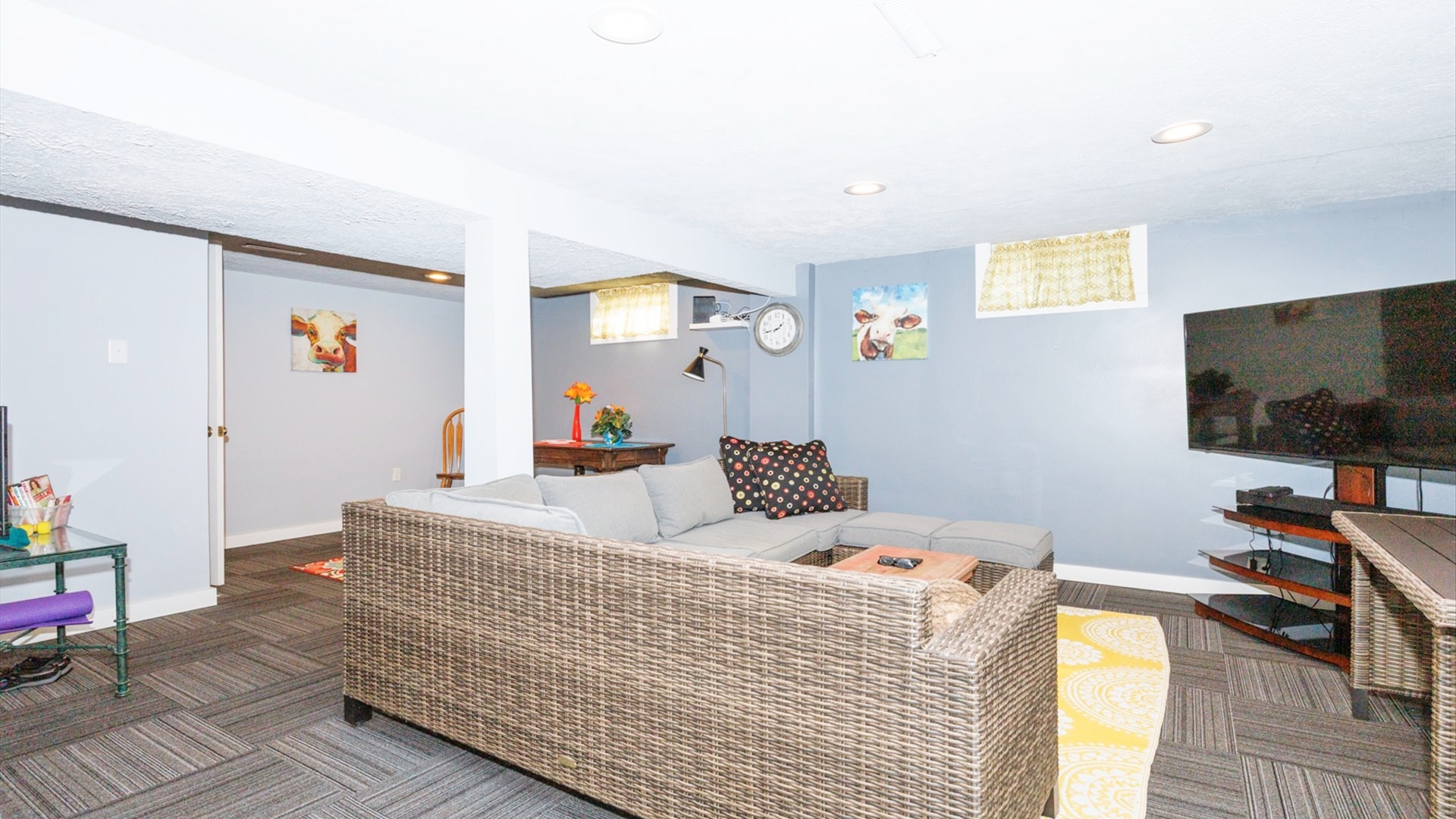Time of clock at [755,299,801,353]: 1:43
